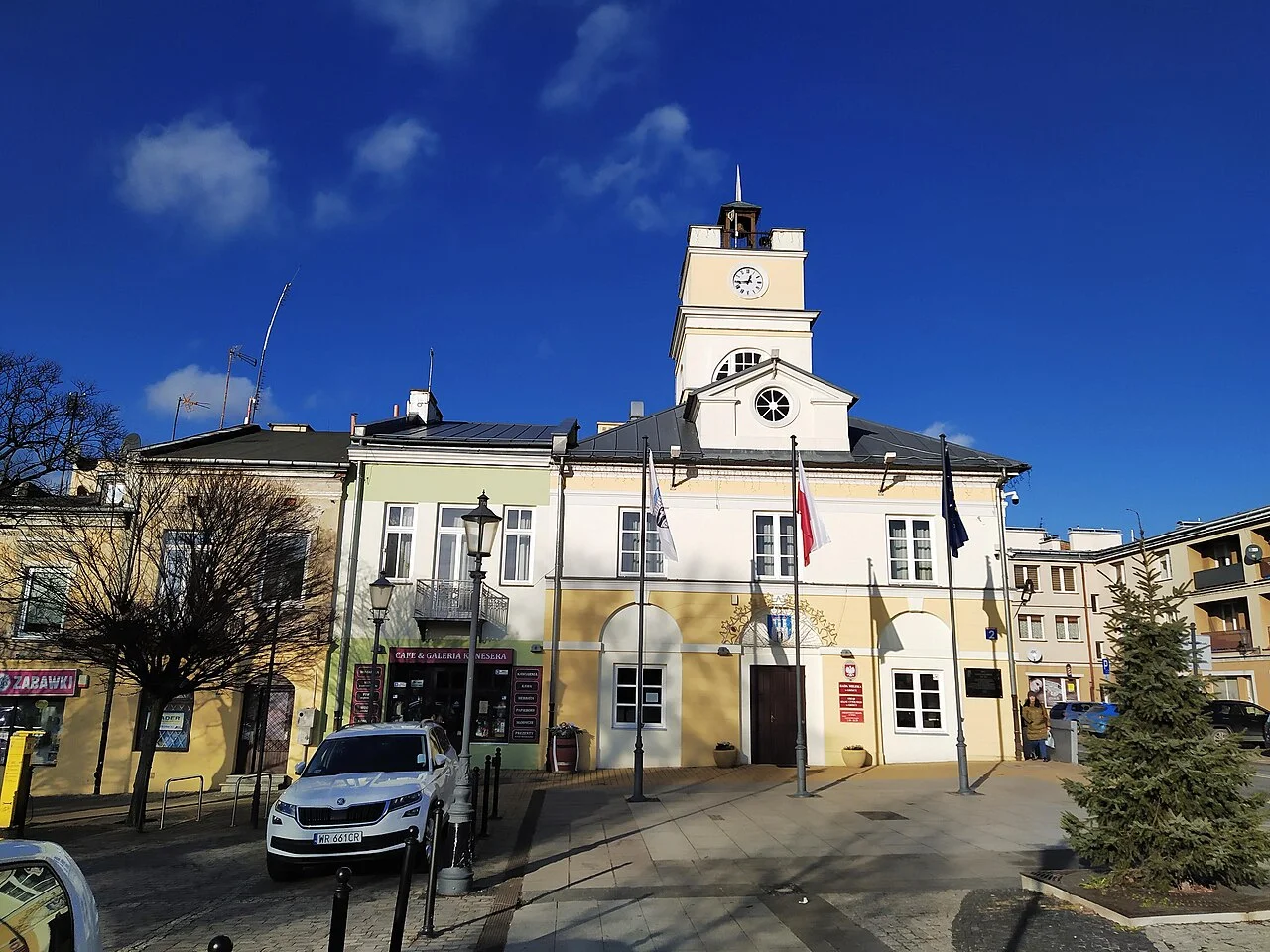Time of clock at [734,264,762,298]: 12:44
